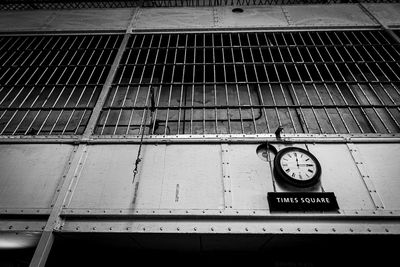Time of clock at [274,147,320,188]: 12:14
